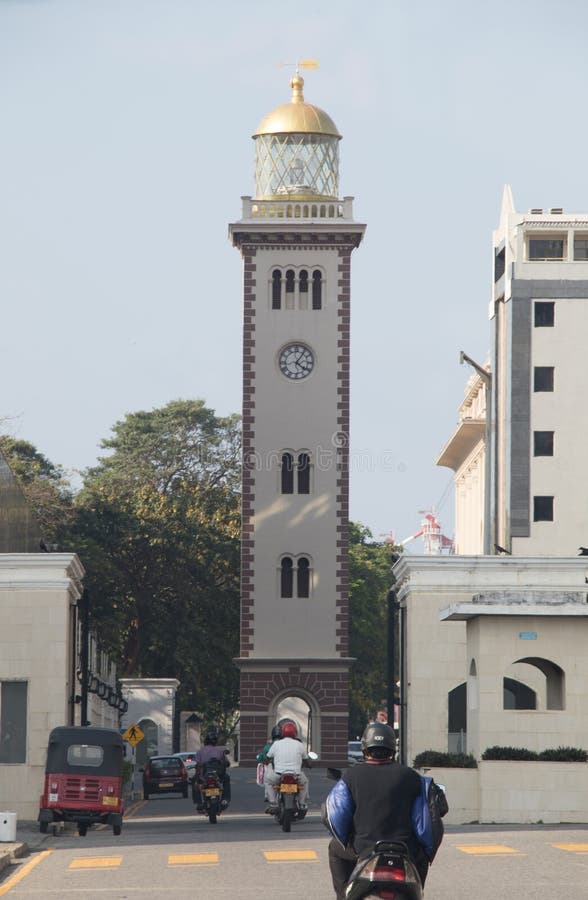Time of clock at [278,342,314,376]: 4:05
